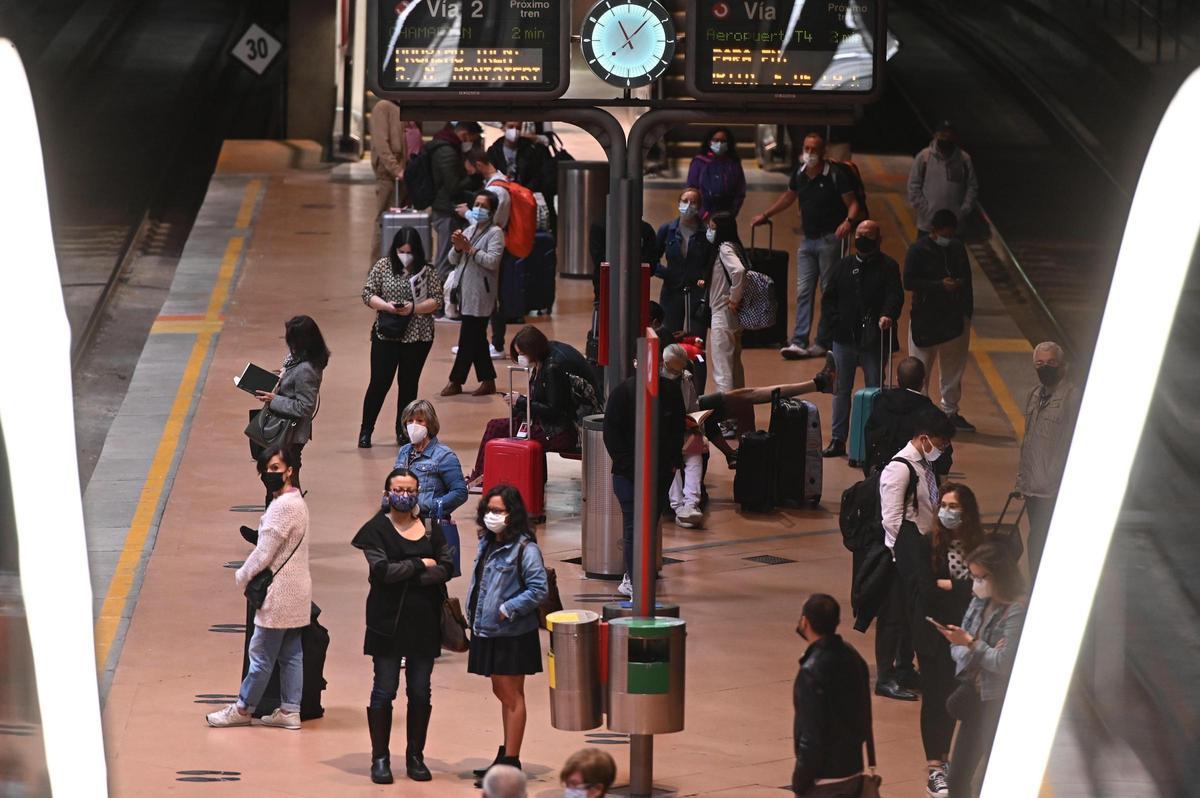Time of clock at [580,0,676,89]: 11:07
